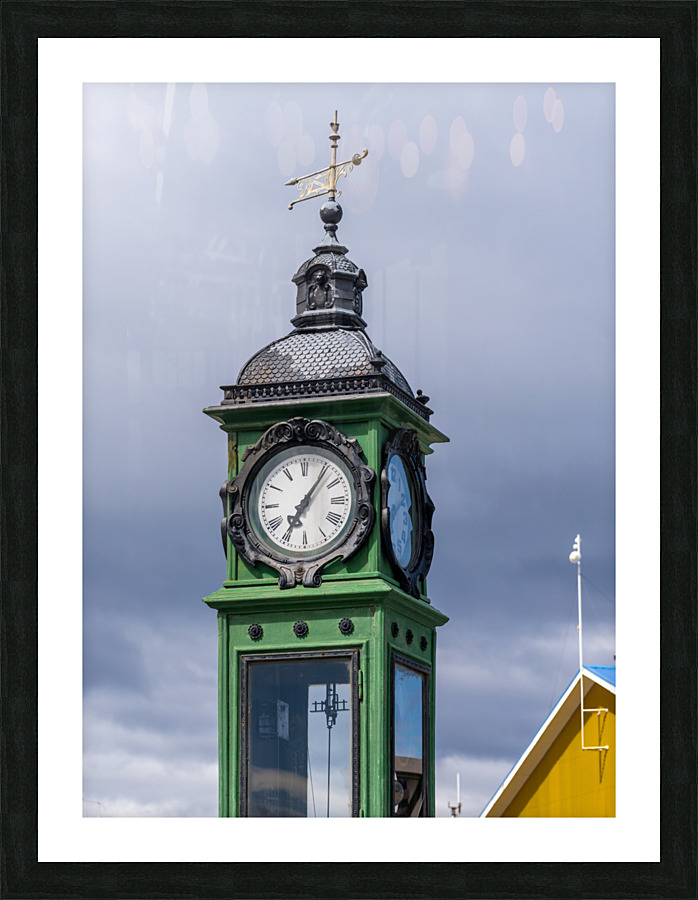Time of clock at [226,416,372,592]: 7:06
